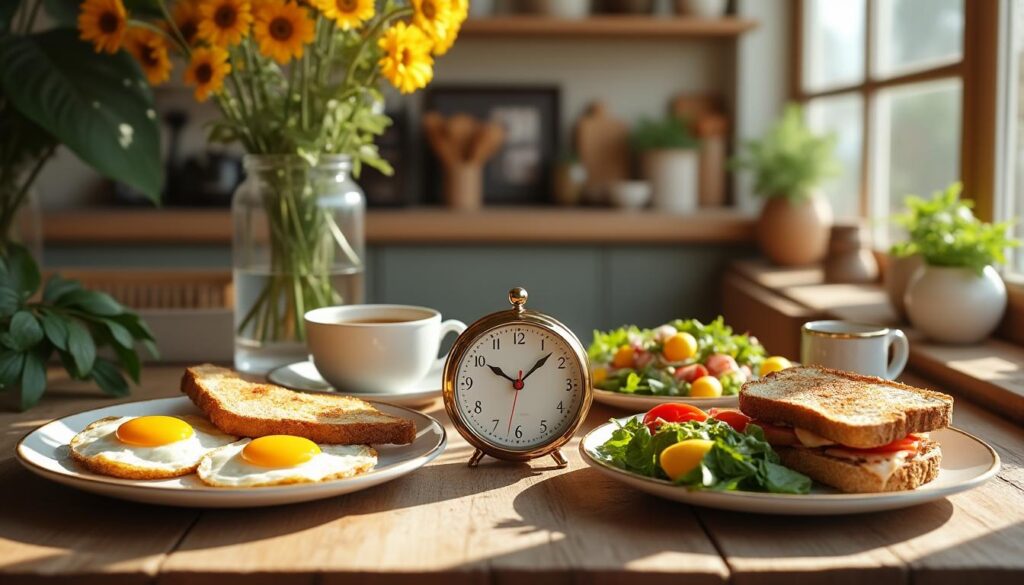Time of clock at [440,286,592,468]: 10:07
